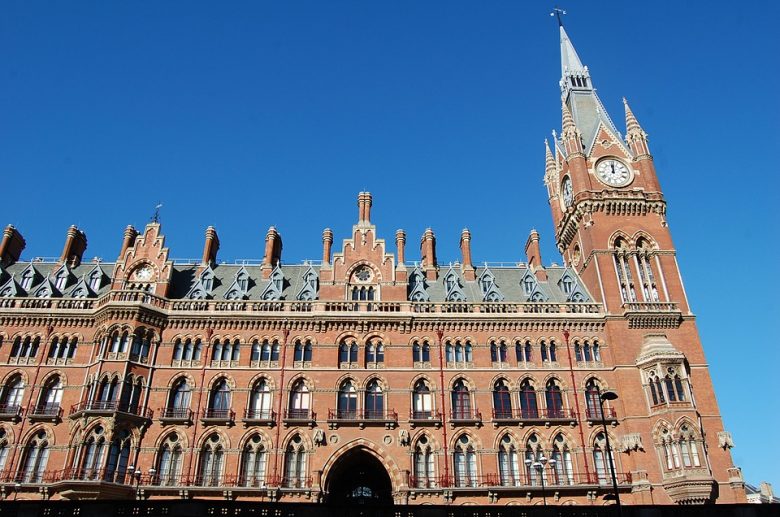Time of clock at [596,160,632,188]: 12:01
